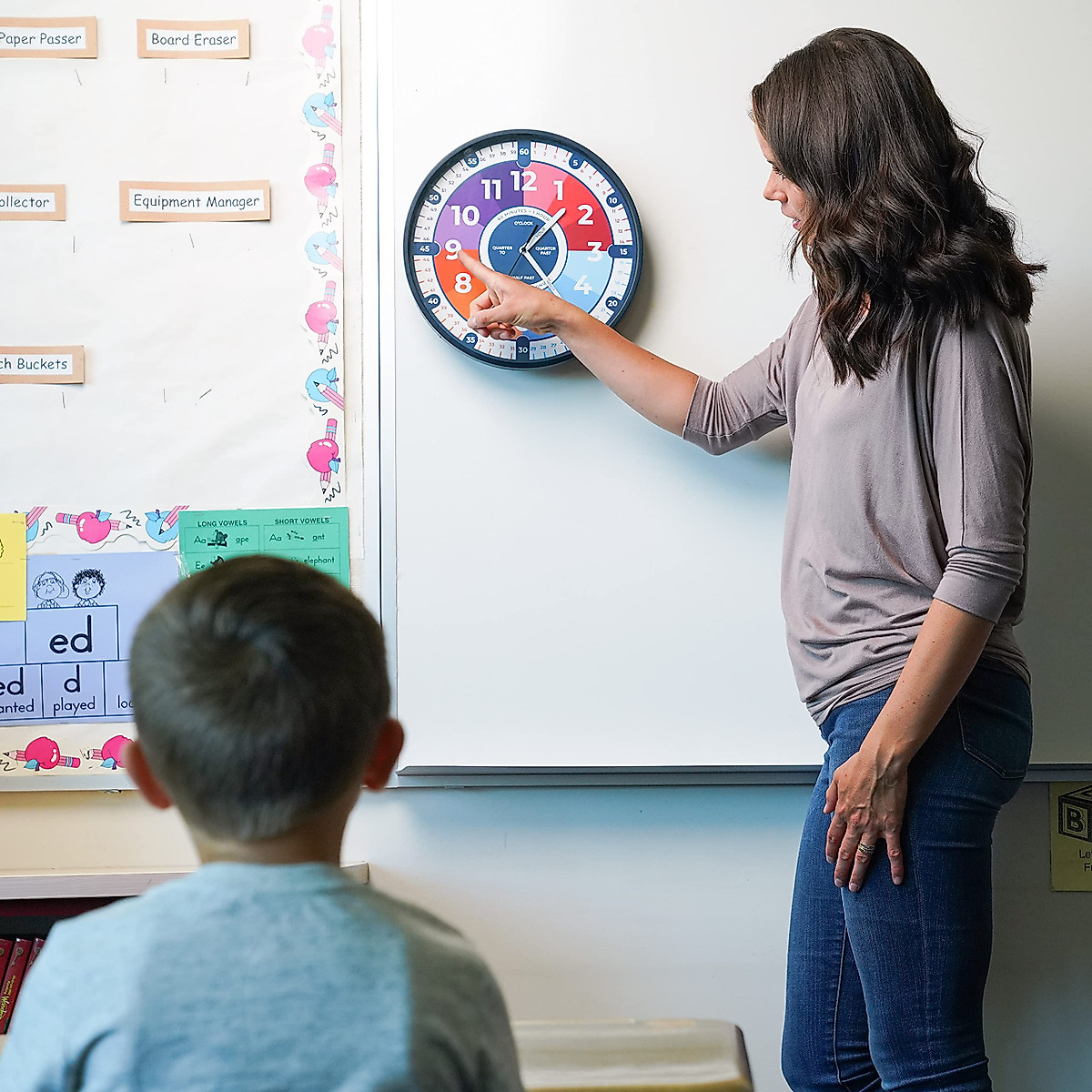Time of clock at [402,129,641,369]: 1:22
